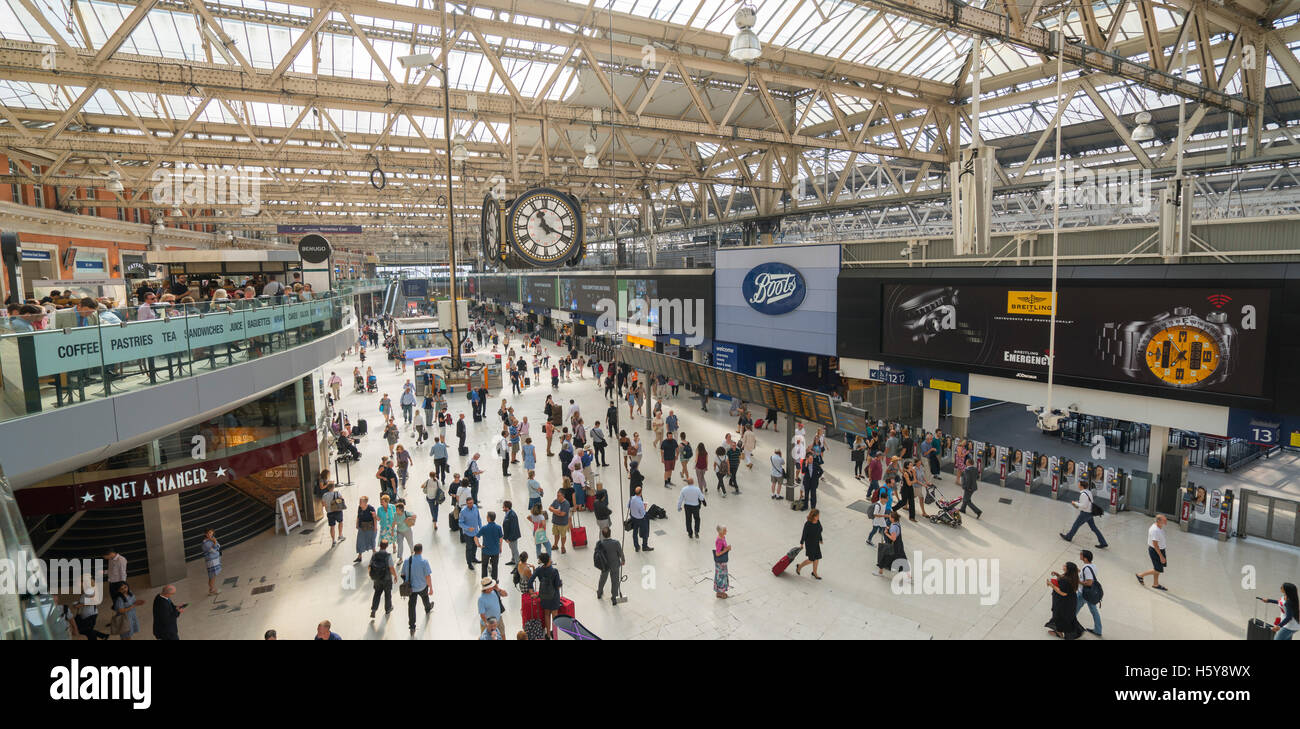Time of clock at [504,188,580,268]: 11:18
